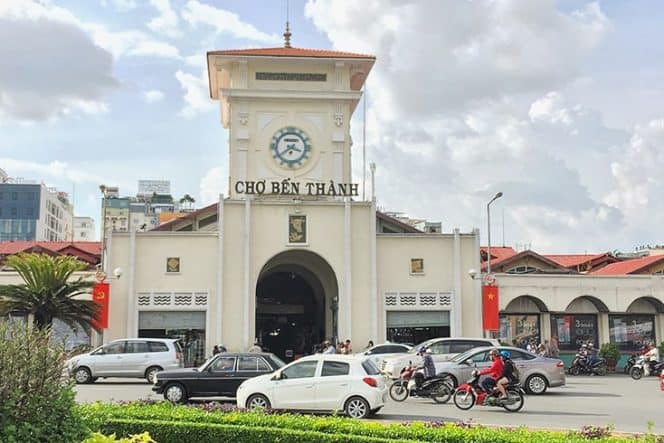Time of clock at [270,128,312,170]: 3:39
